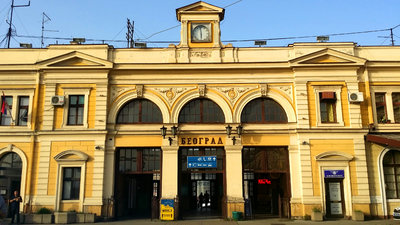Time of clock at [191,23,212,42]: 5:59
